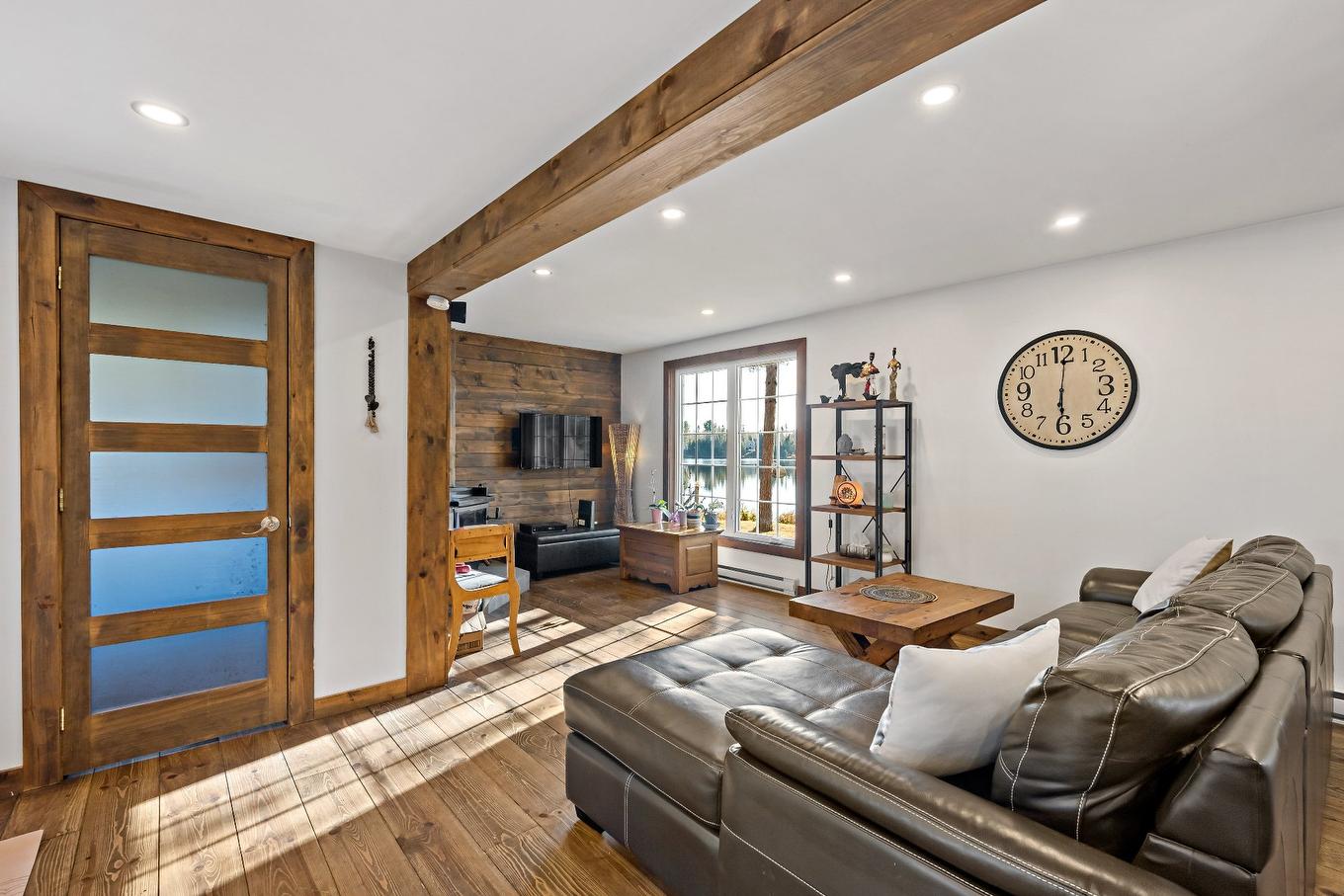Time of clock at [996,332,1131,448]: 6:00
